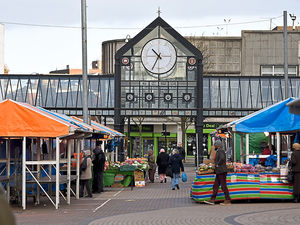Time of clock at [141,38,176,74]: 10:34
